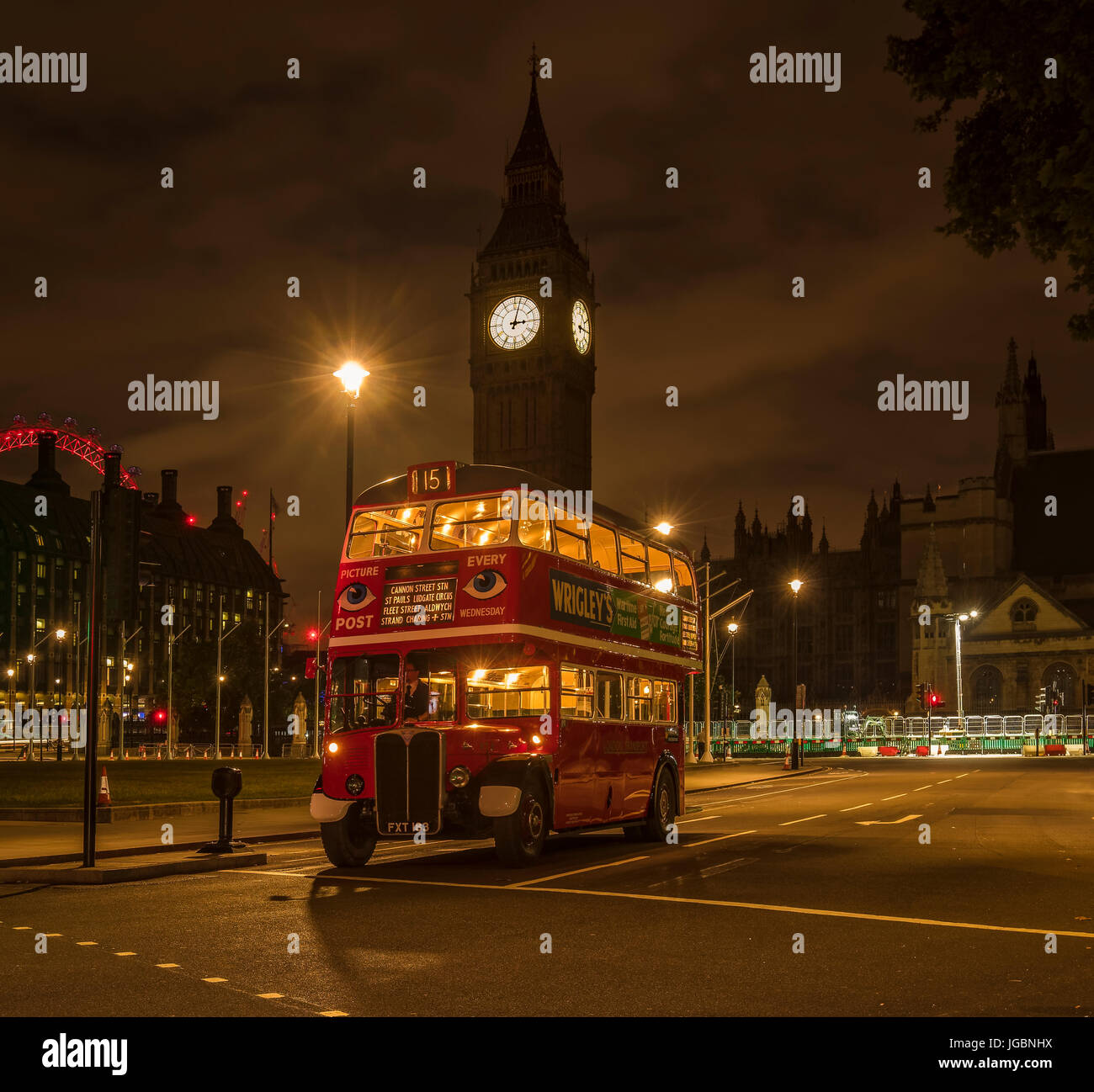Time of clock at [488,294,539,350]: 3:02
